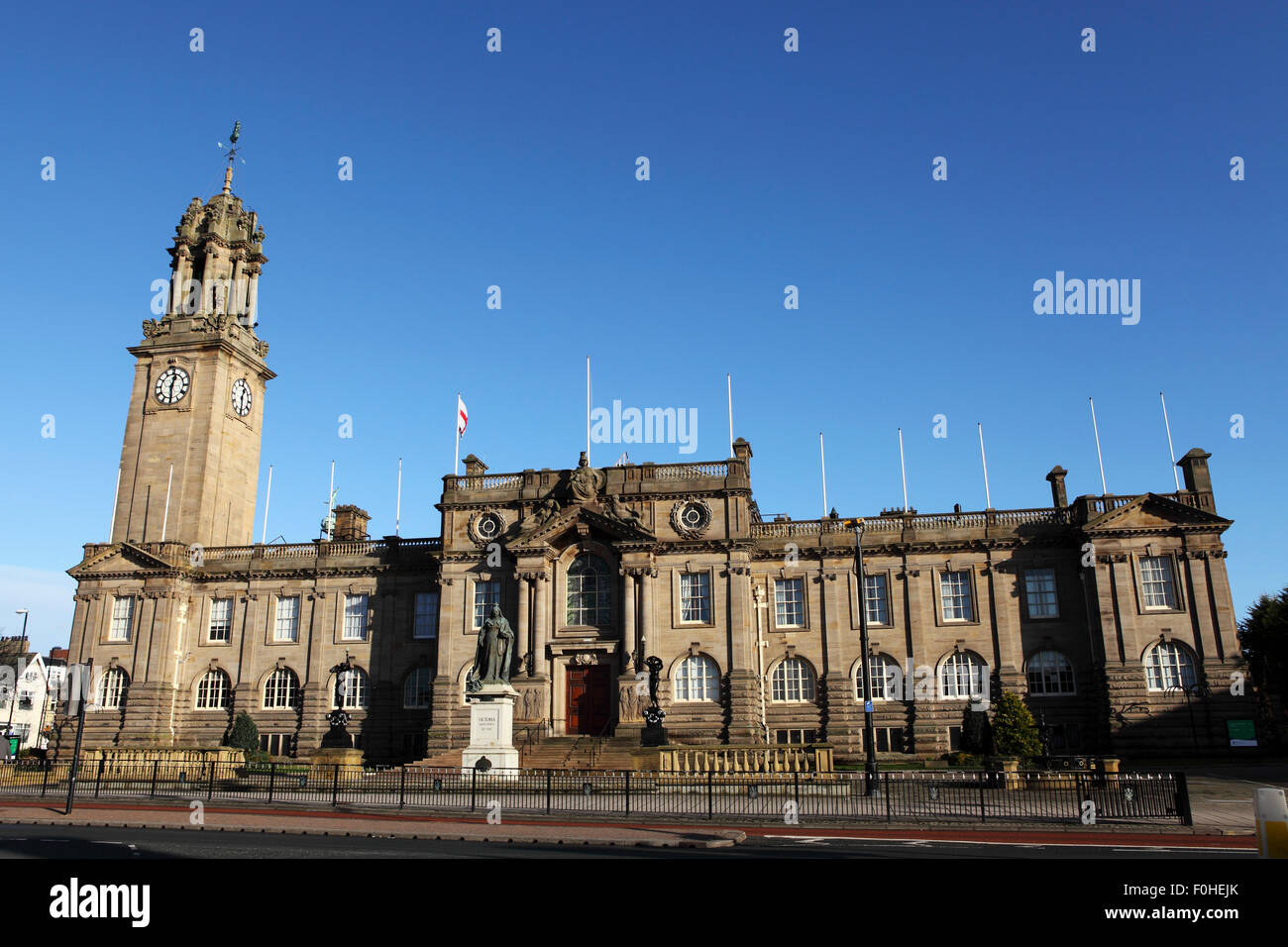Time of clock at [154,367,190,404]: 12:29
